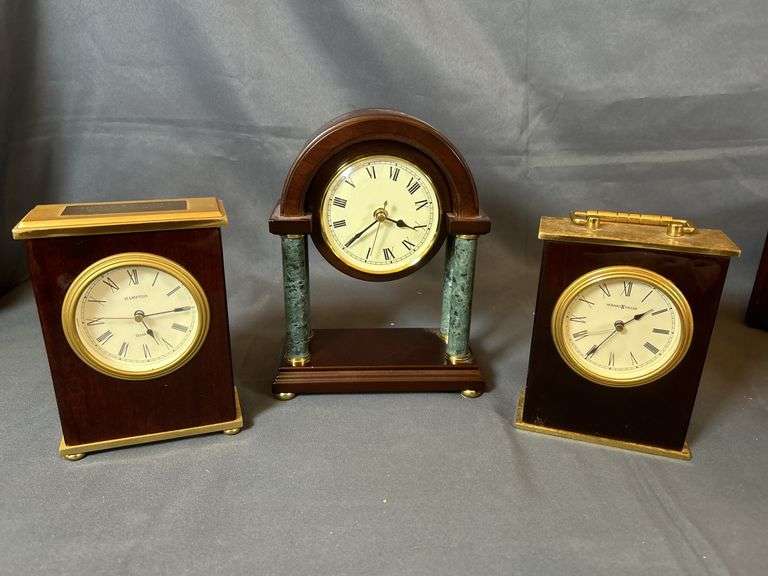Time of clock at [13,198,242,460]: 5:14
